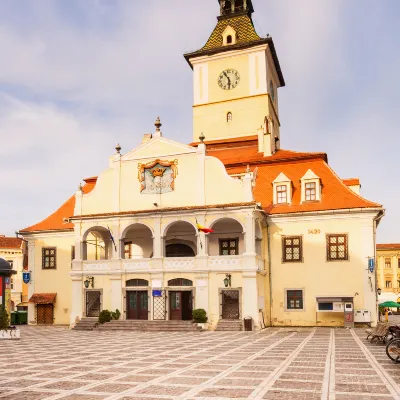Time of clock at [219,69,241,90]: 5:55
